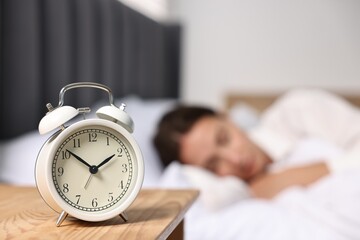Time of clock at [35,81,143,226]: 1:51
